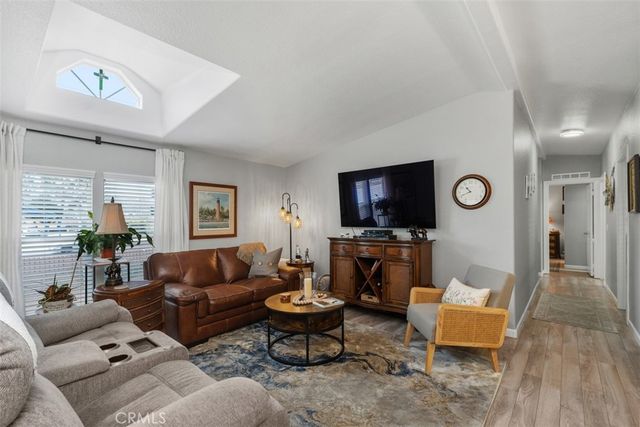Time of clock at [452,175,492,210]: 10:41
